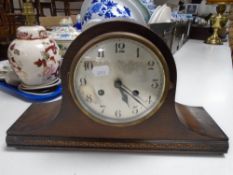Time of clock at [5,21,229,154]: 5:22
